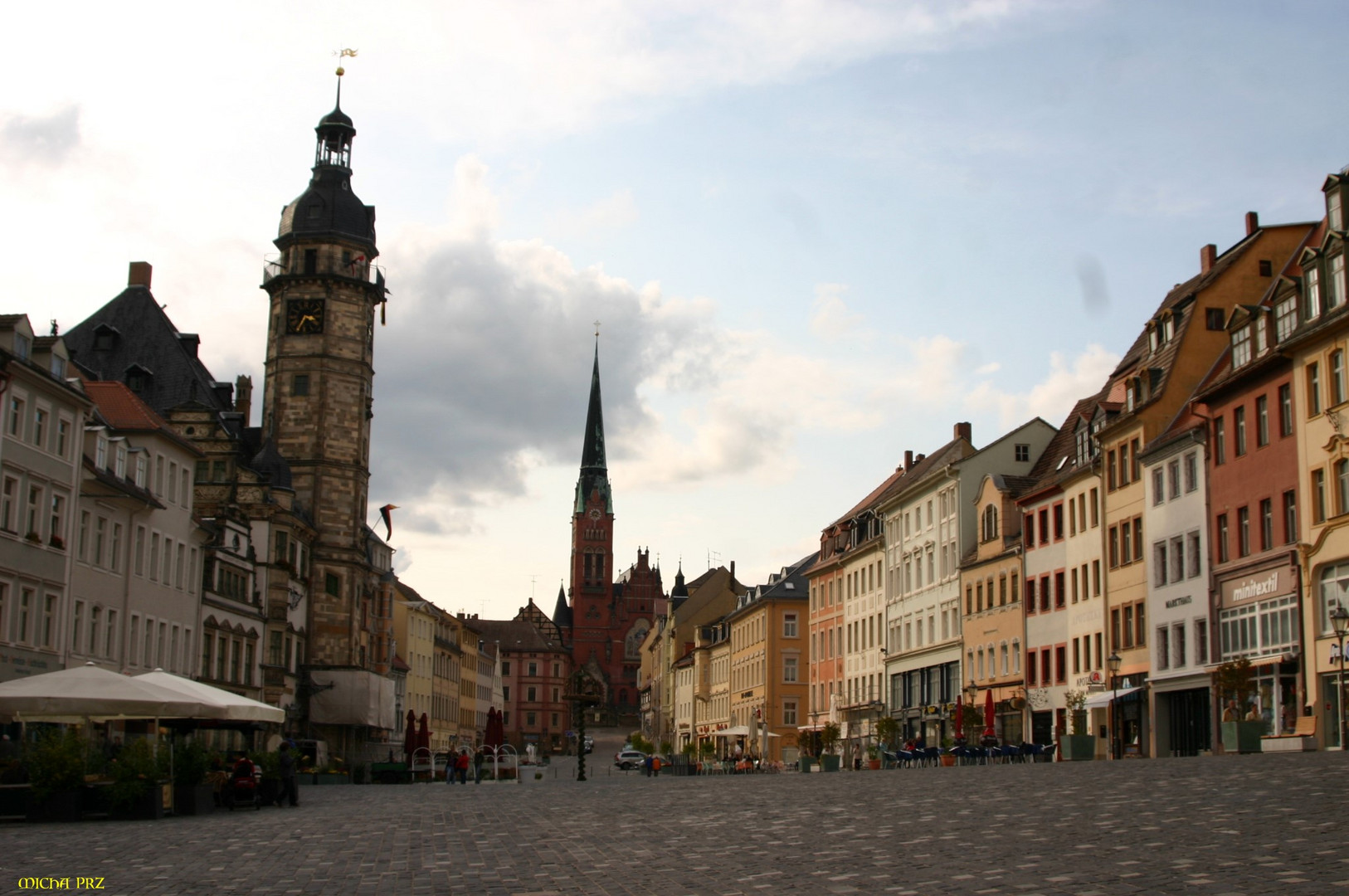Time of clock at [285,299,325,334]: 3:34
